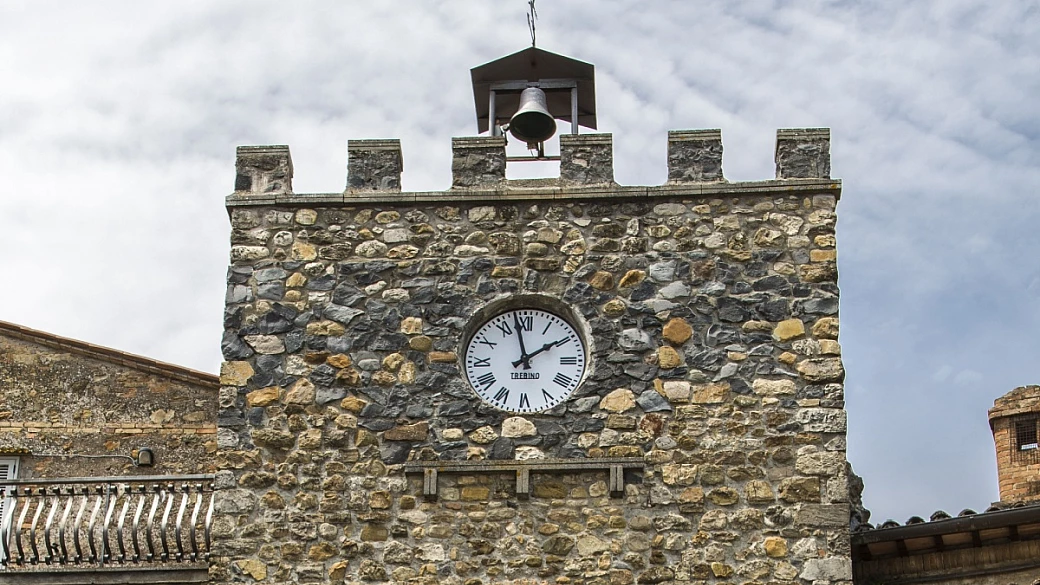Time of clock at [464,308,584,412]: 1:57
